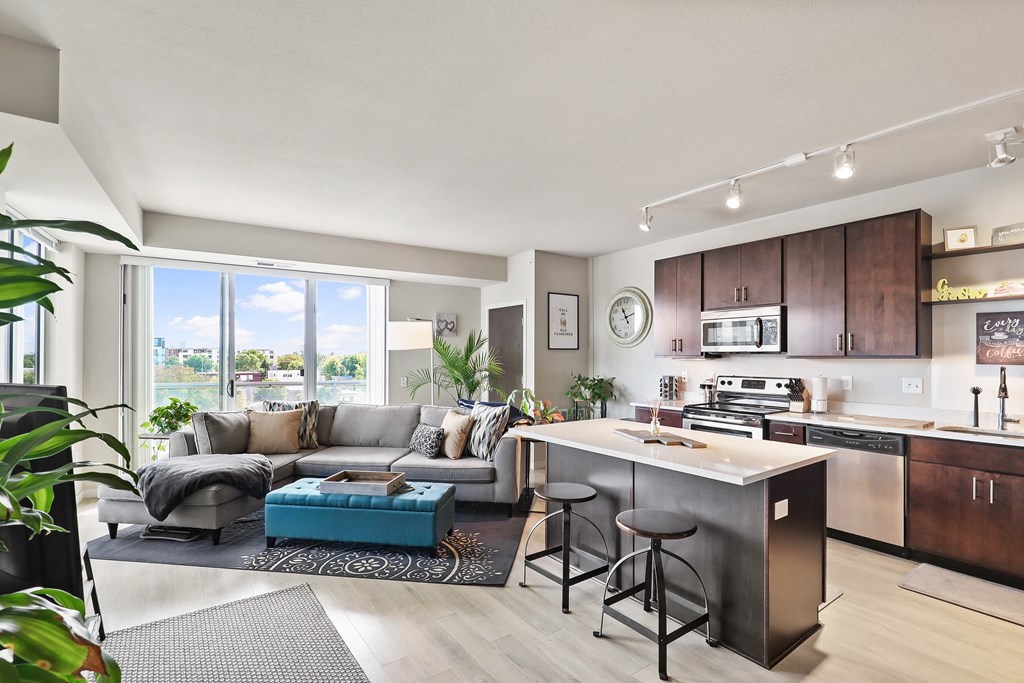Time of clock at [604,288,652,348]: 11:12
